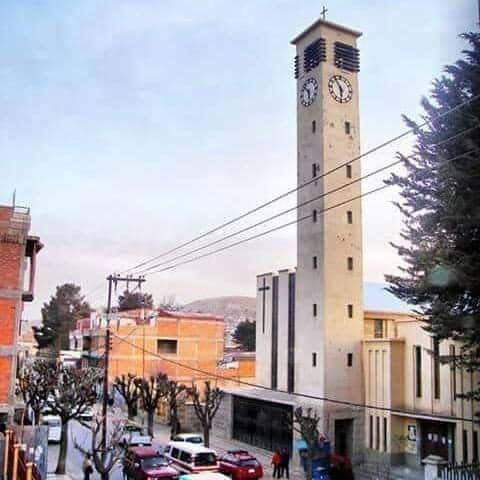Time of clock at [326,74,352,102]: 5:54
